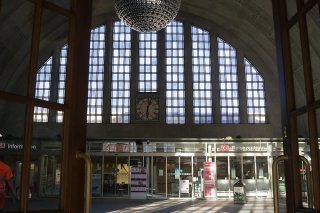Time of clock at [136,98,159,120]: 6:03
